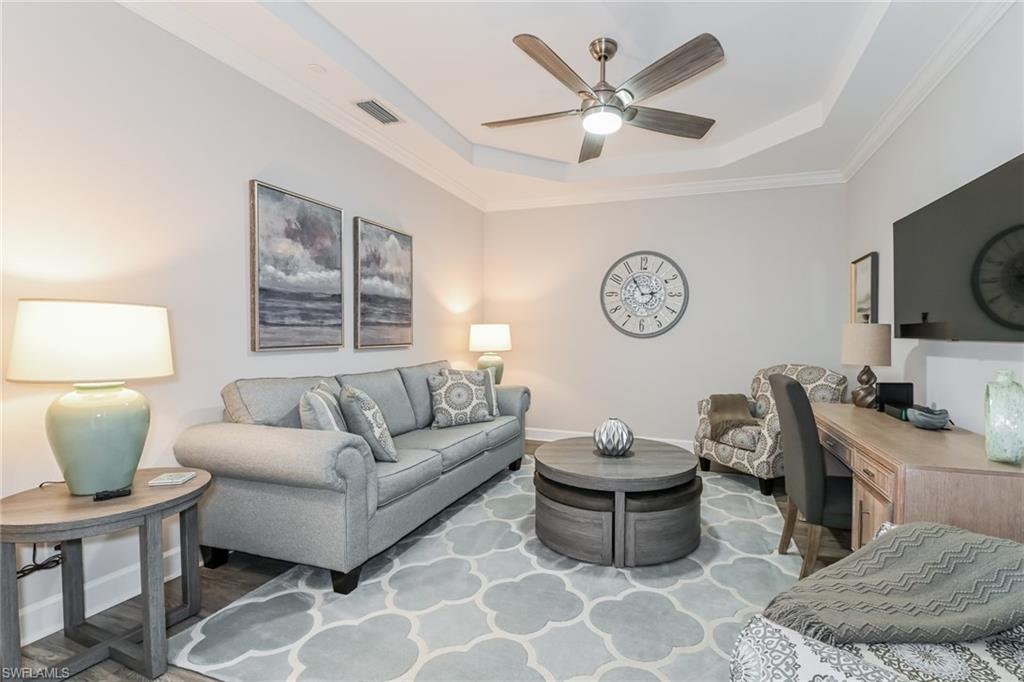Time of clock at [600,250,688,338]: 2:54
